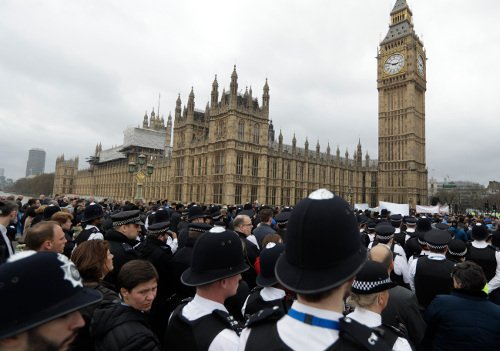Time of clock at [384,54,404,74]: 2:48
